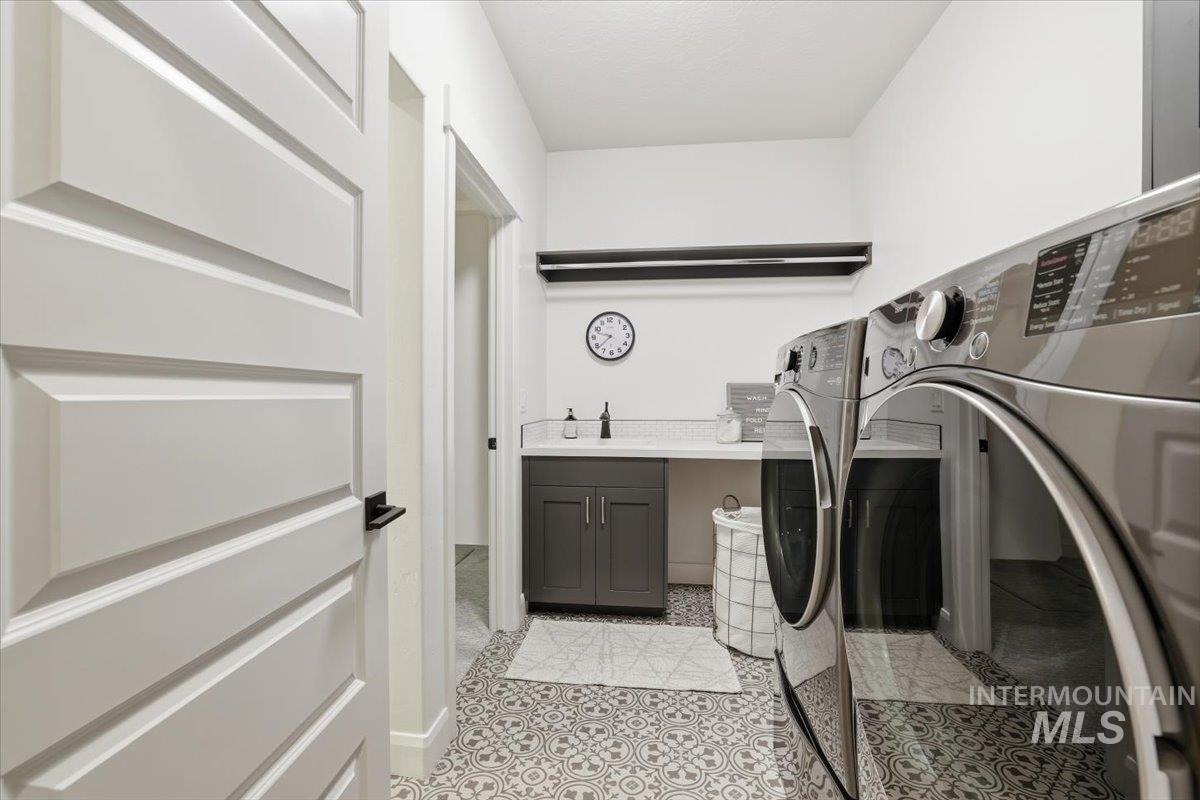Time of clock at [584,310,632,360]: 9:38
